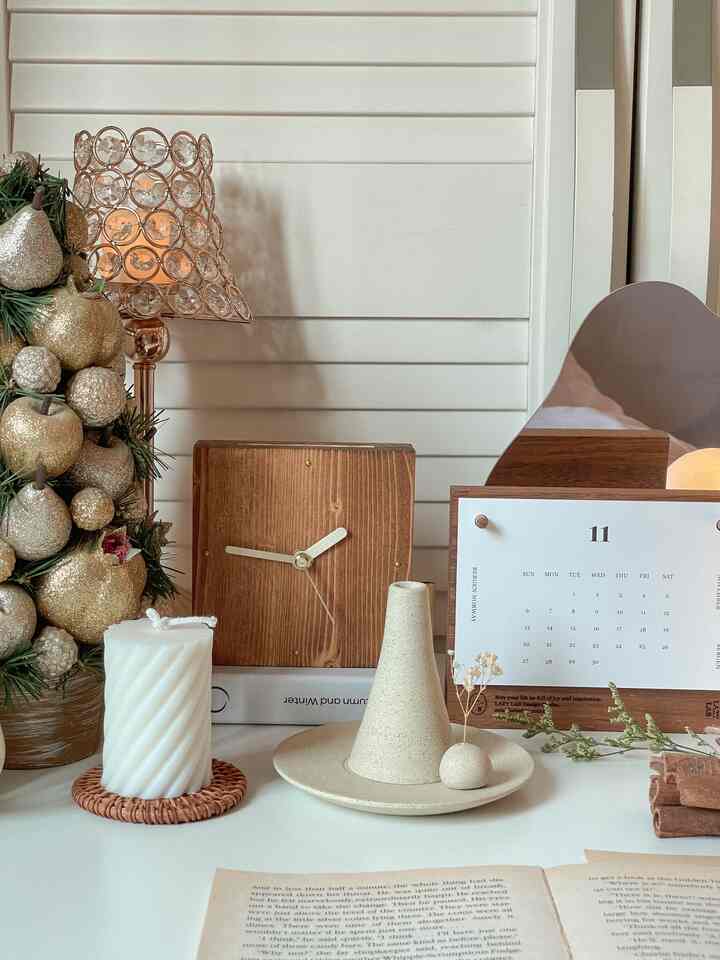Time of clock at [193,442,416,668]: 1:46
